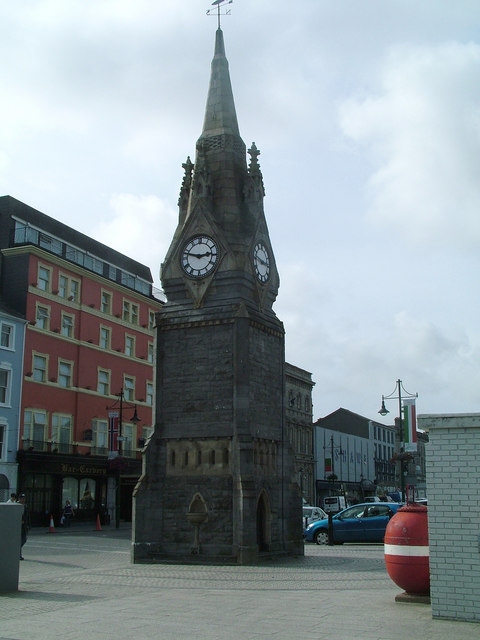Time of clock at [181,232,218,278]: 2:47
